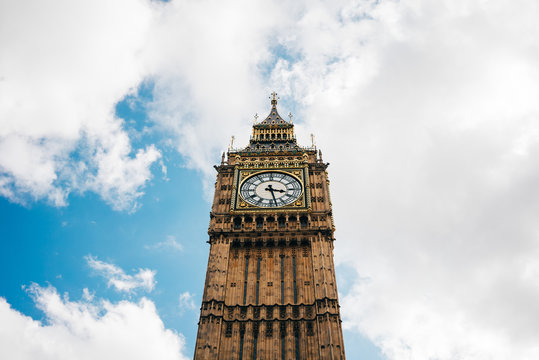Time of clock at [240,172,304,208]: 3:28
